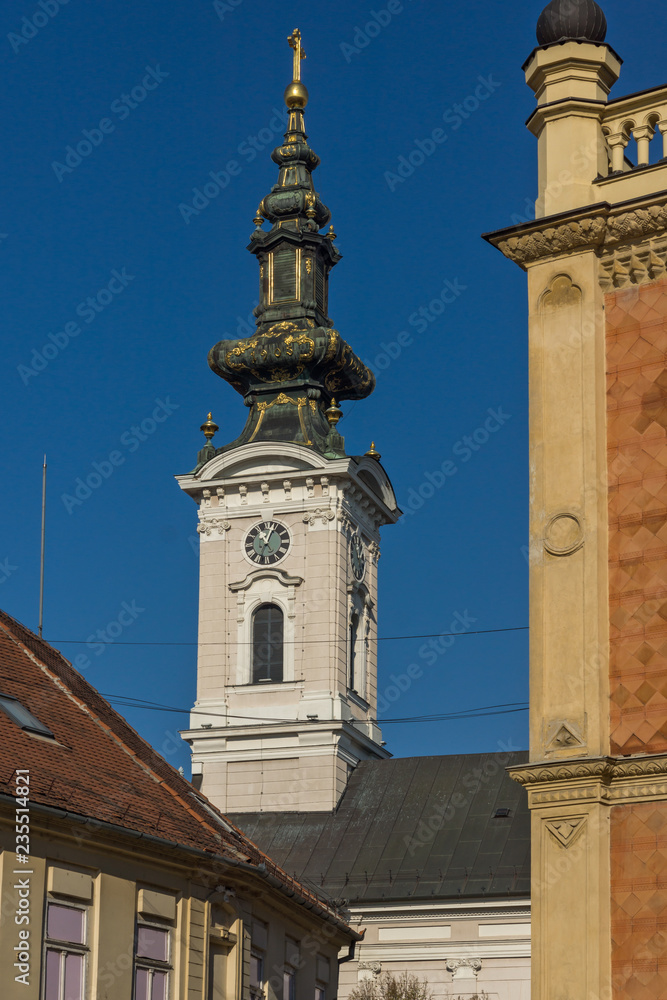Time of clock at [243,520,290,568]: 11:03
